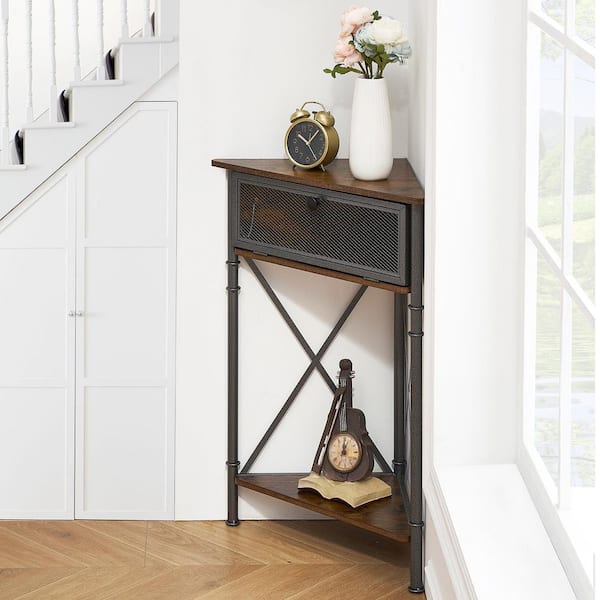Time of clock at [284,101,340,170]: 10:07
